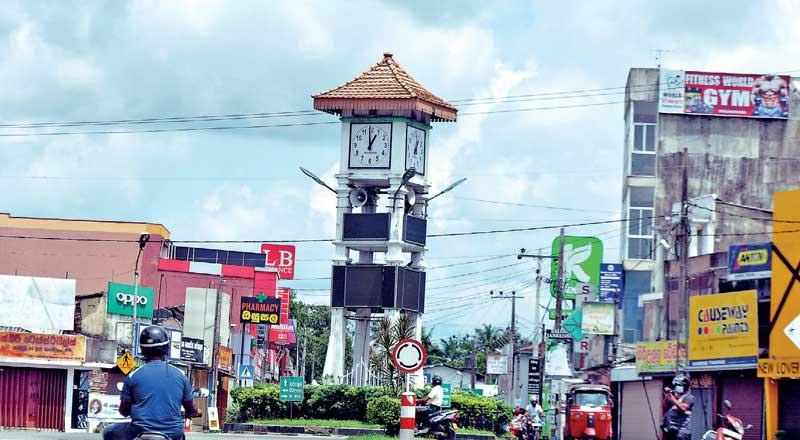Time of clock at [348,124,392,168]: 12:59
